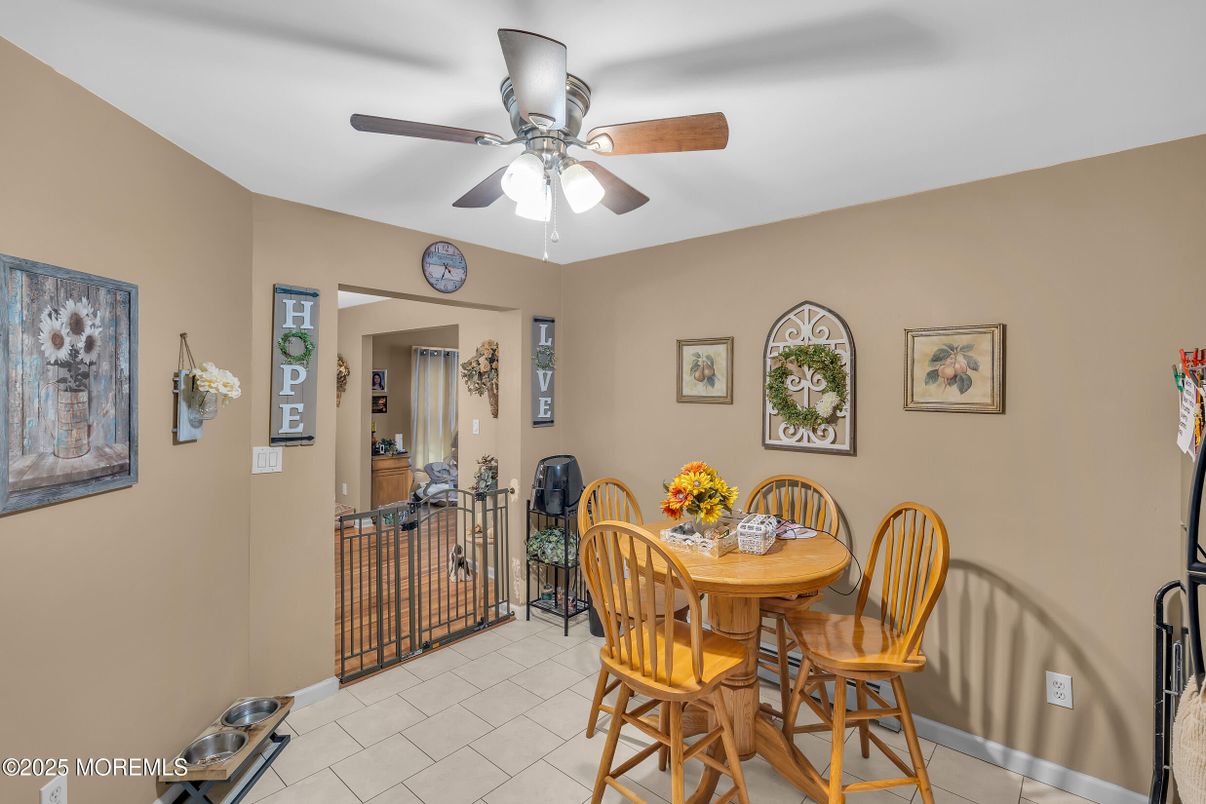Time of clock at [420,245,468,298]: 4:33
